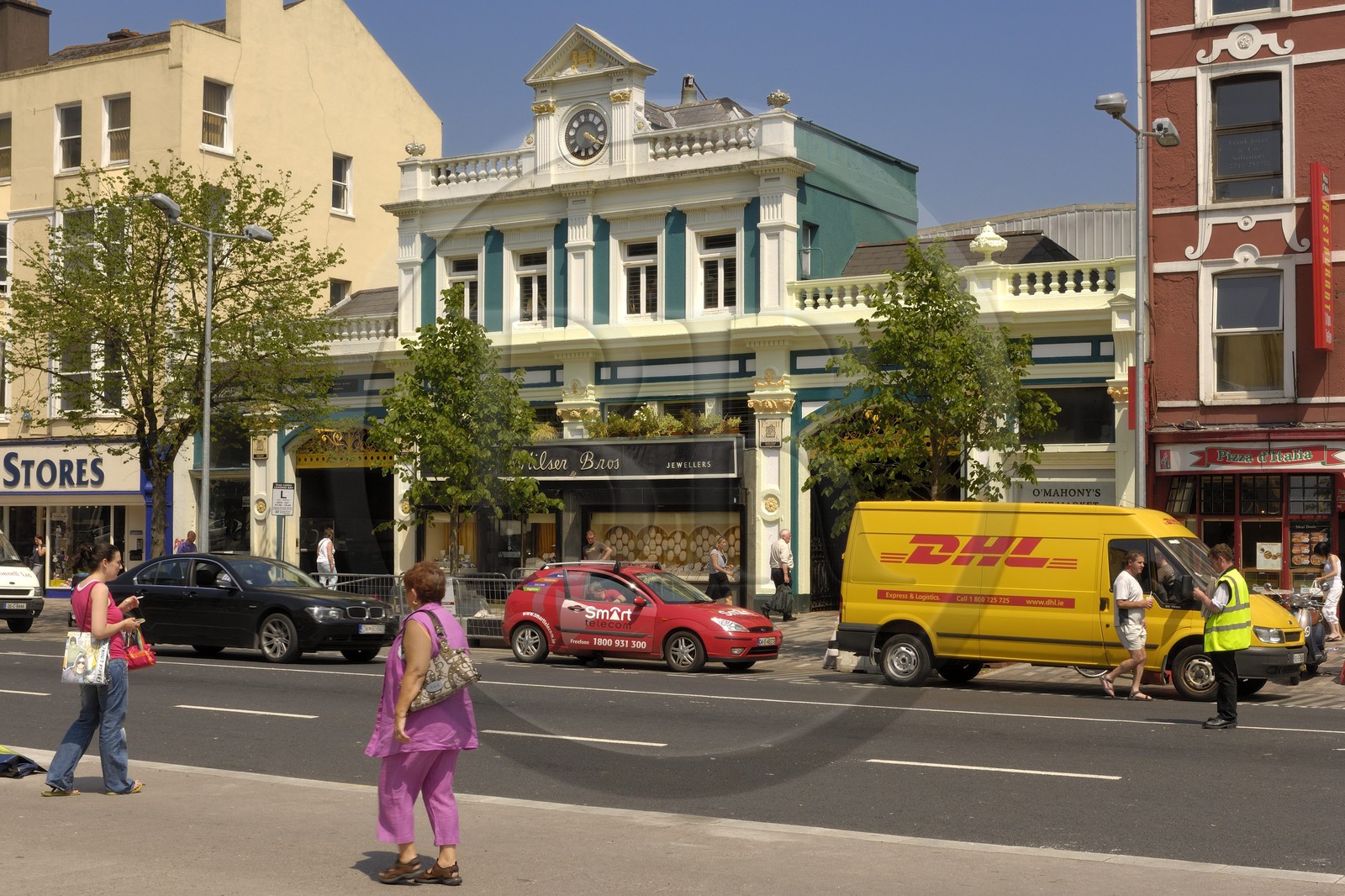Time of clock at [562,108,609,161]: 4:20
